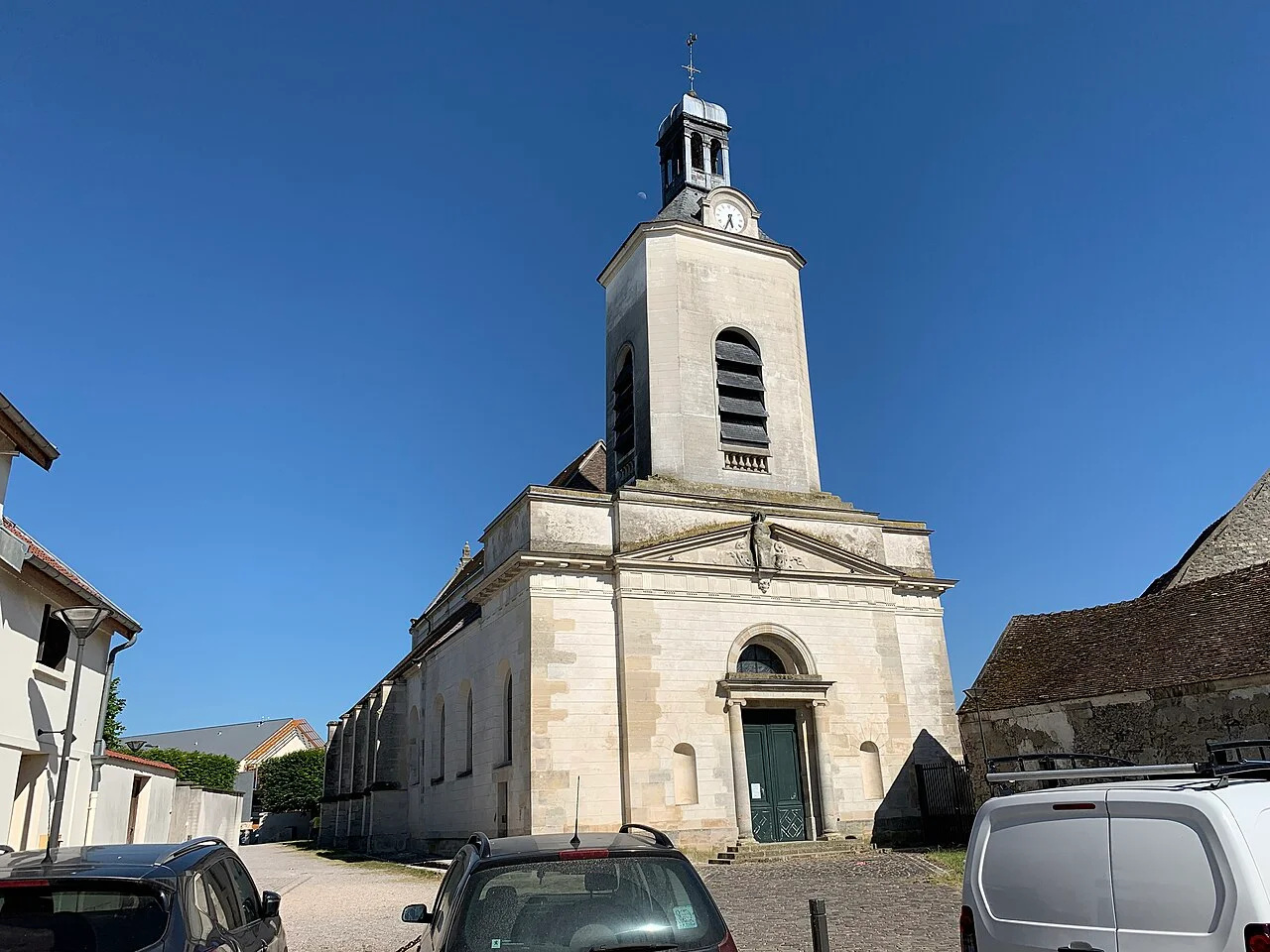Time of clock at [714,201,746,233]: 5:33
